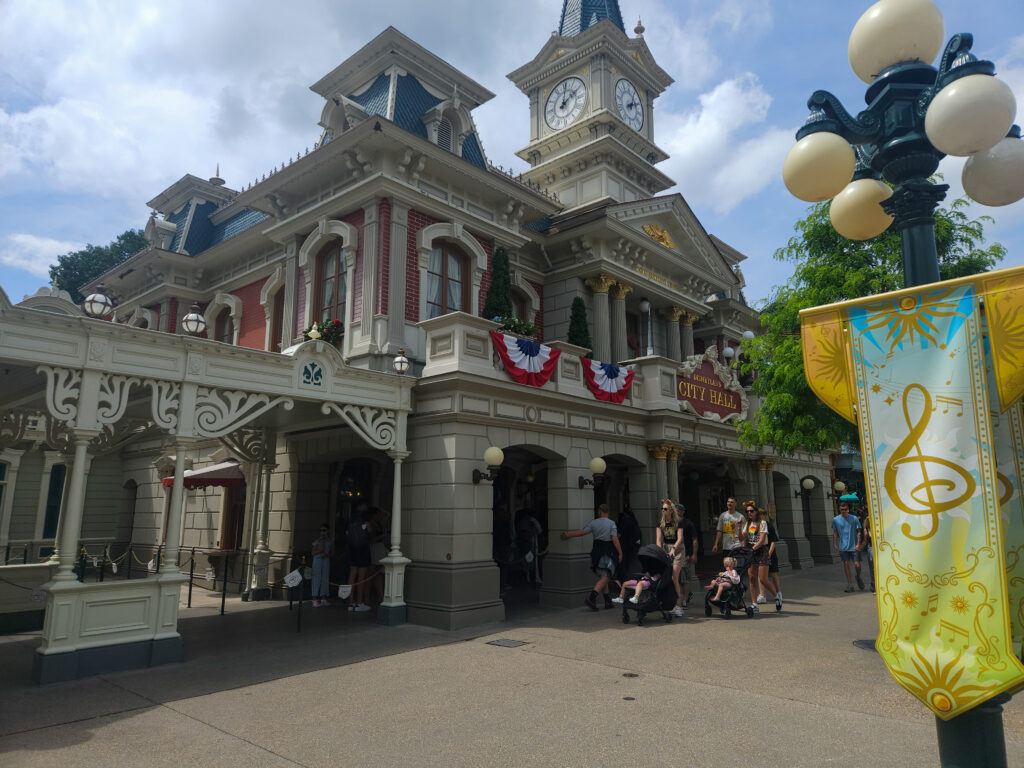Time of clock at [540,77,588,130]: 2:01
